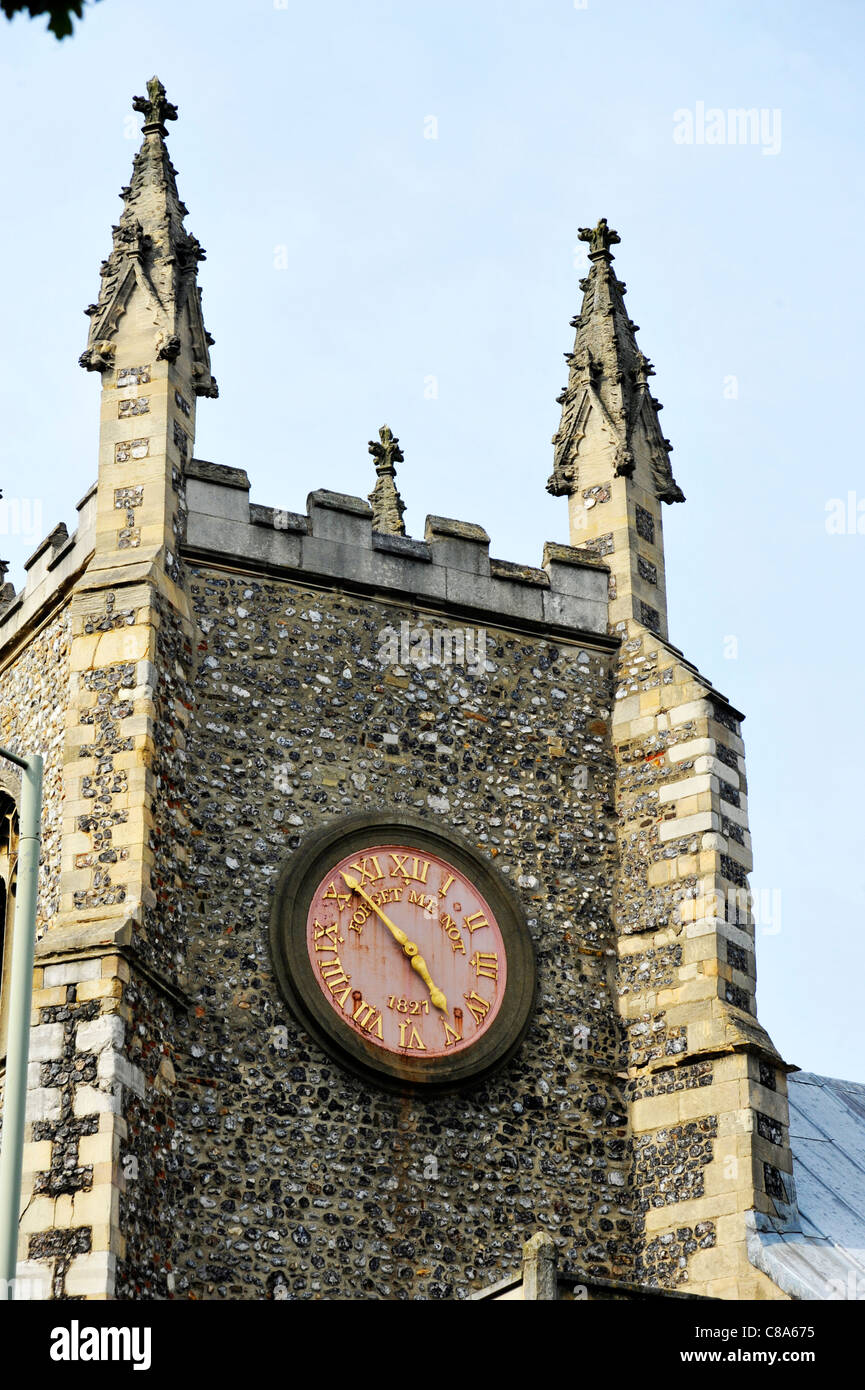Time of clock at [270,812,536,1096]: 4:52
